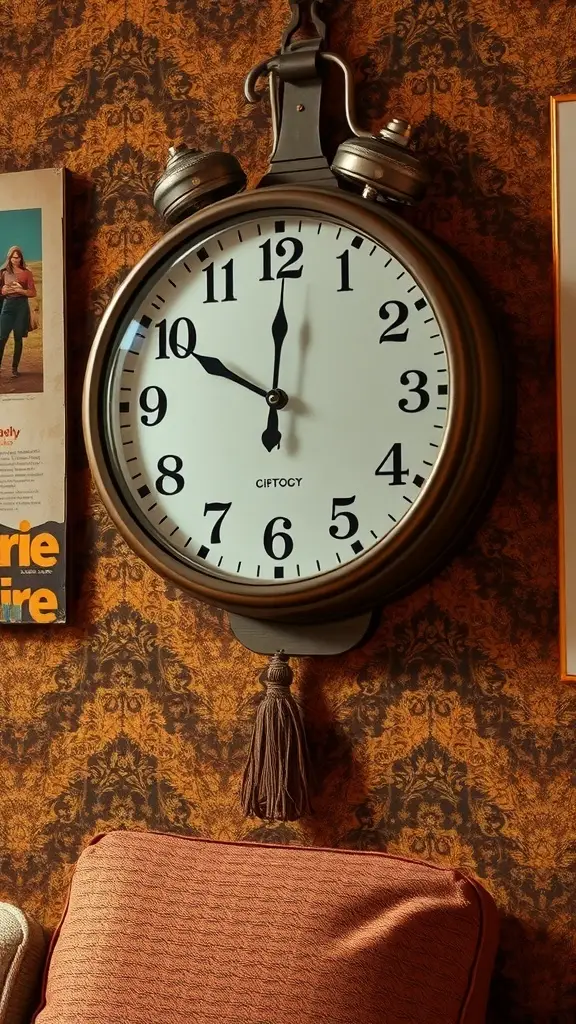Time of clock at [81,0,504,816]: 10:00
